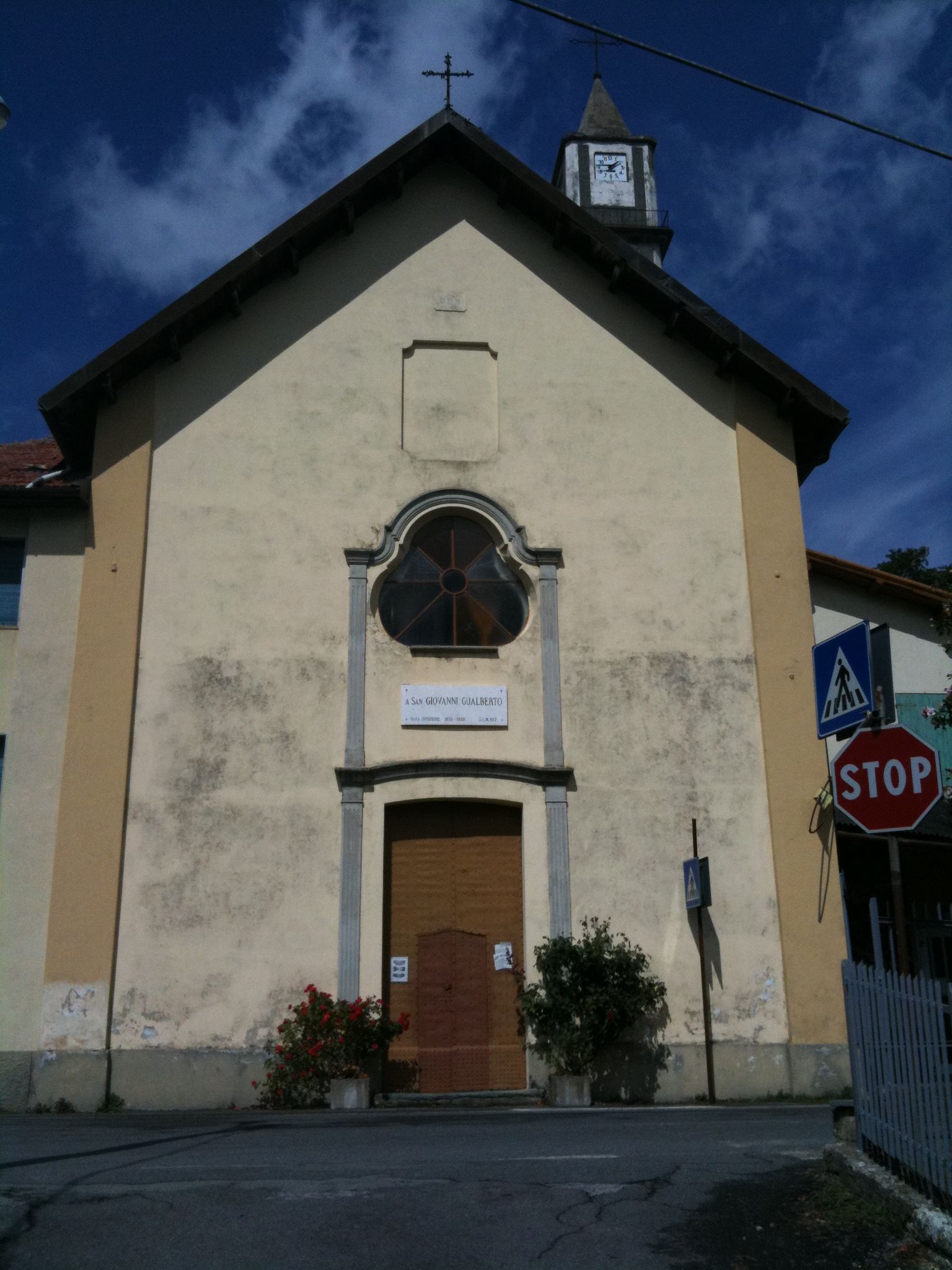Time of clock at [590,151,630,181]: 1:46
